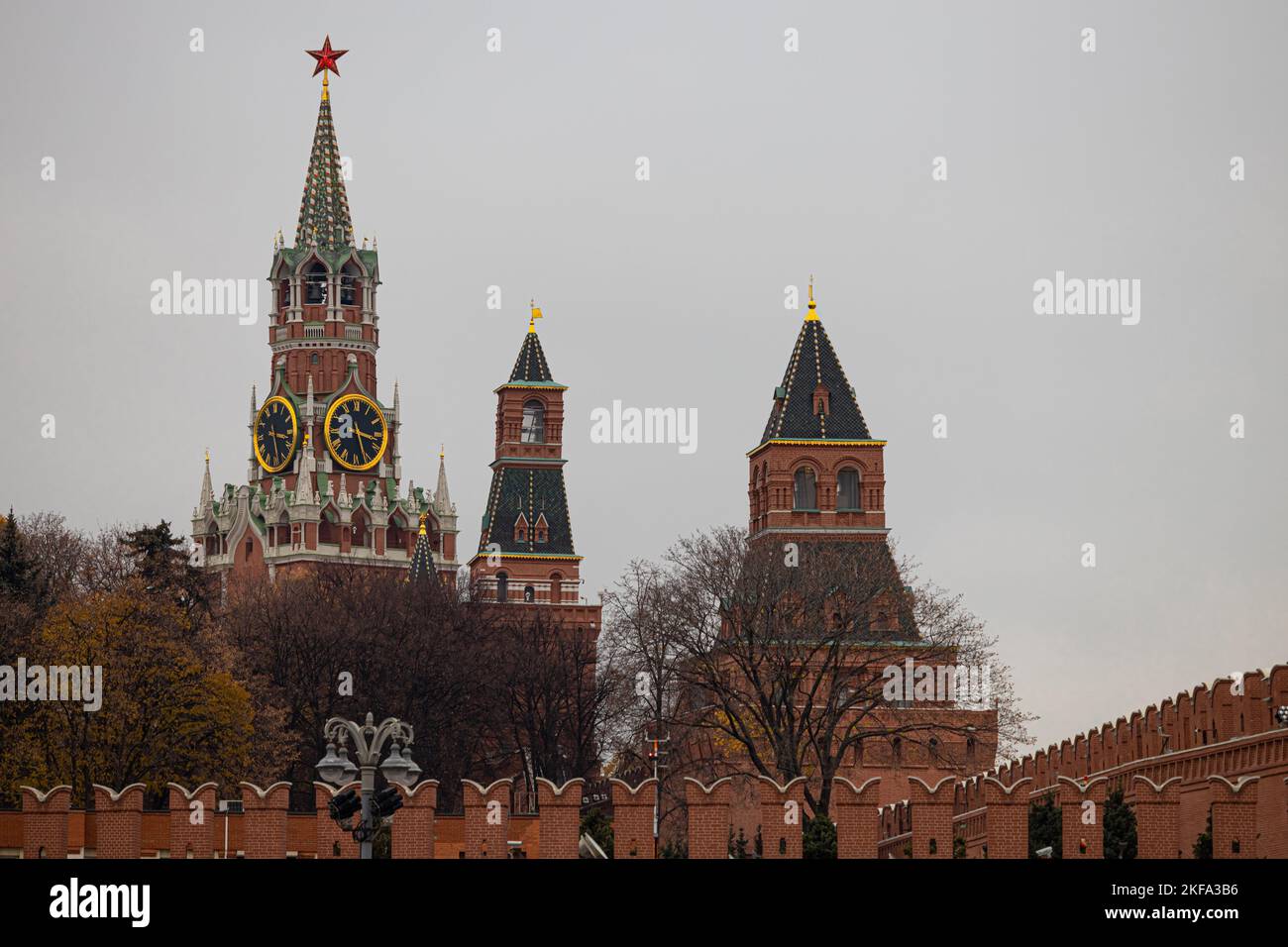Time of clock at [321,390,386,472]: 3:27
